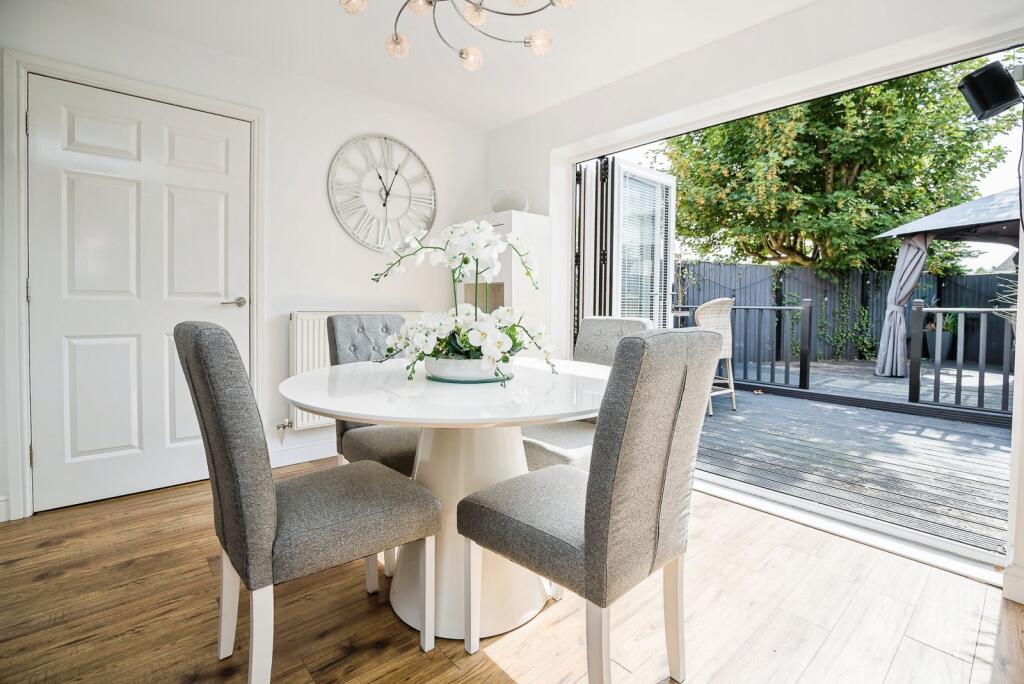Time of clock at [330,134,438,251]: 11:04
